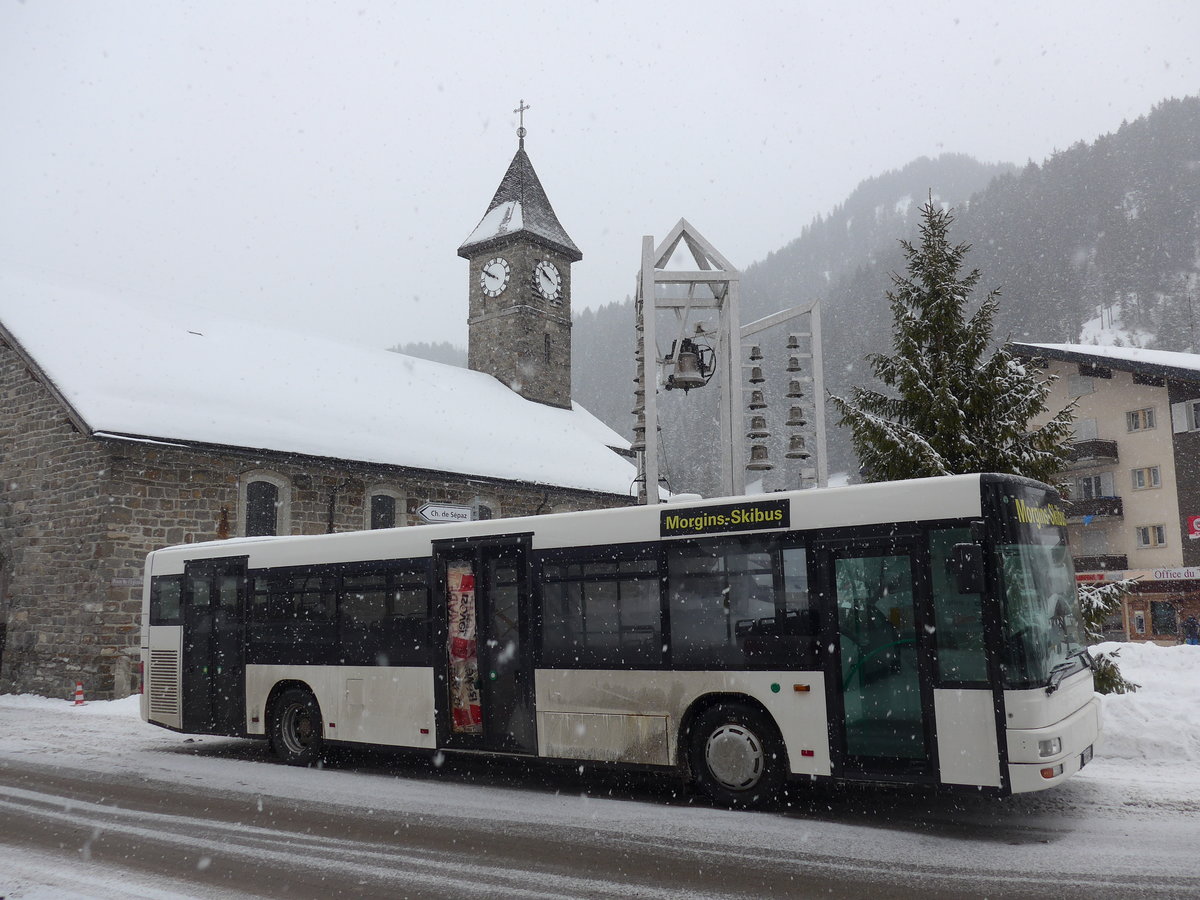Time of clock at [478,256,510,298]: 9:50
